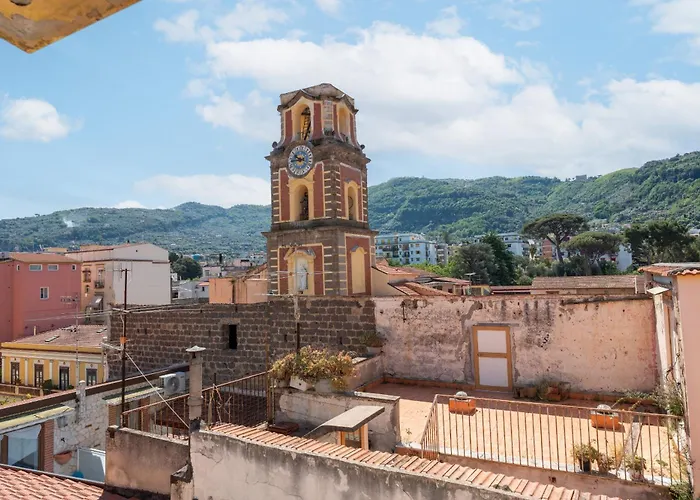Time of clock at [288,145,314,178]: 9:43
